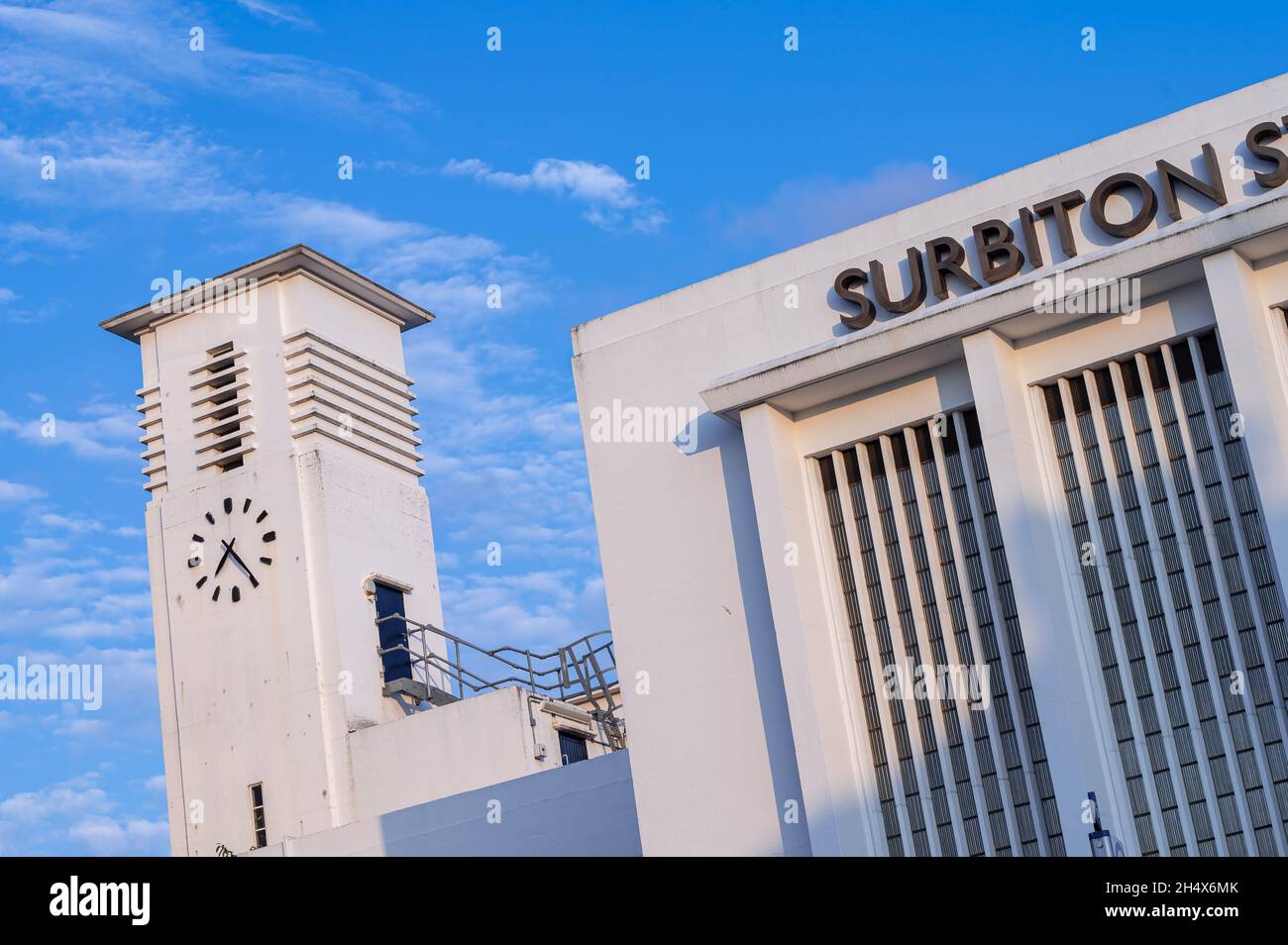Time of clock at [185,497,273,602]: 7:24
